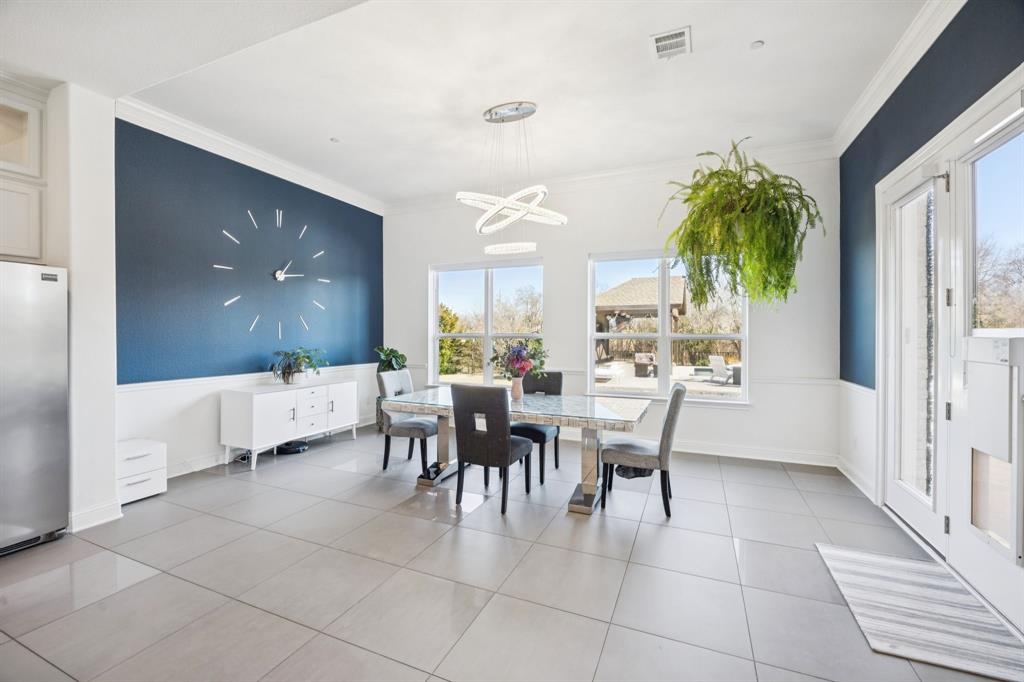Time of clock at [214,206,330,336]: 1:14
